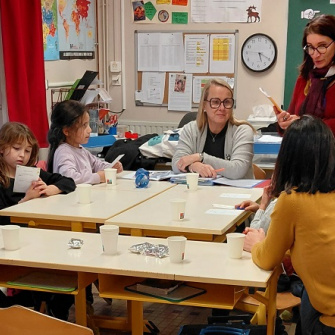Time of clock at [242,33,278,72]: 5:19
